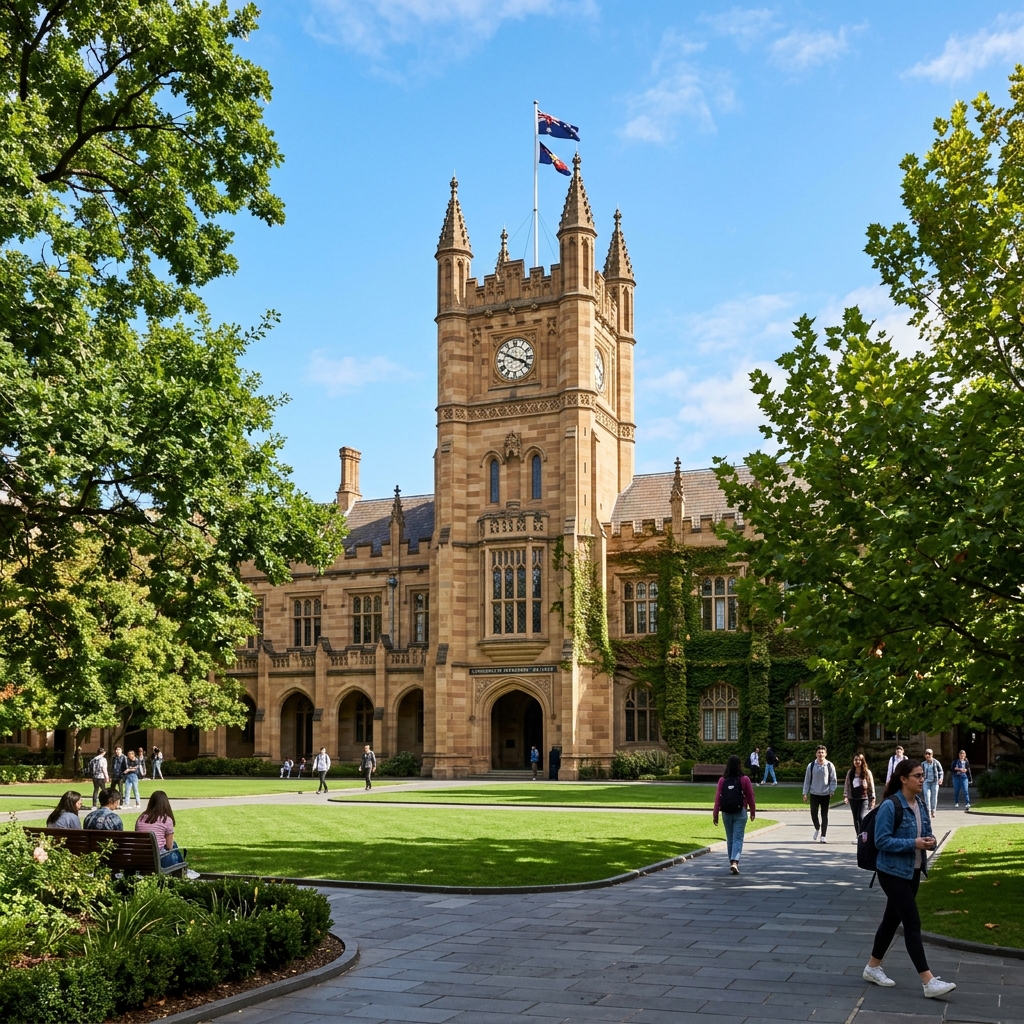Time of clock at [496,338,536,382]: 3:49
